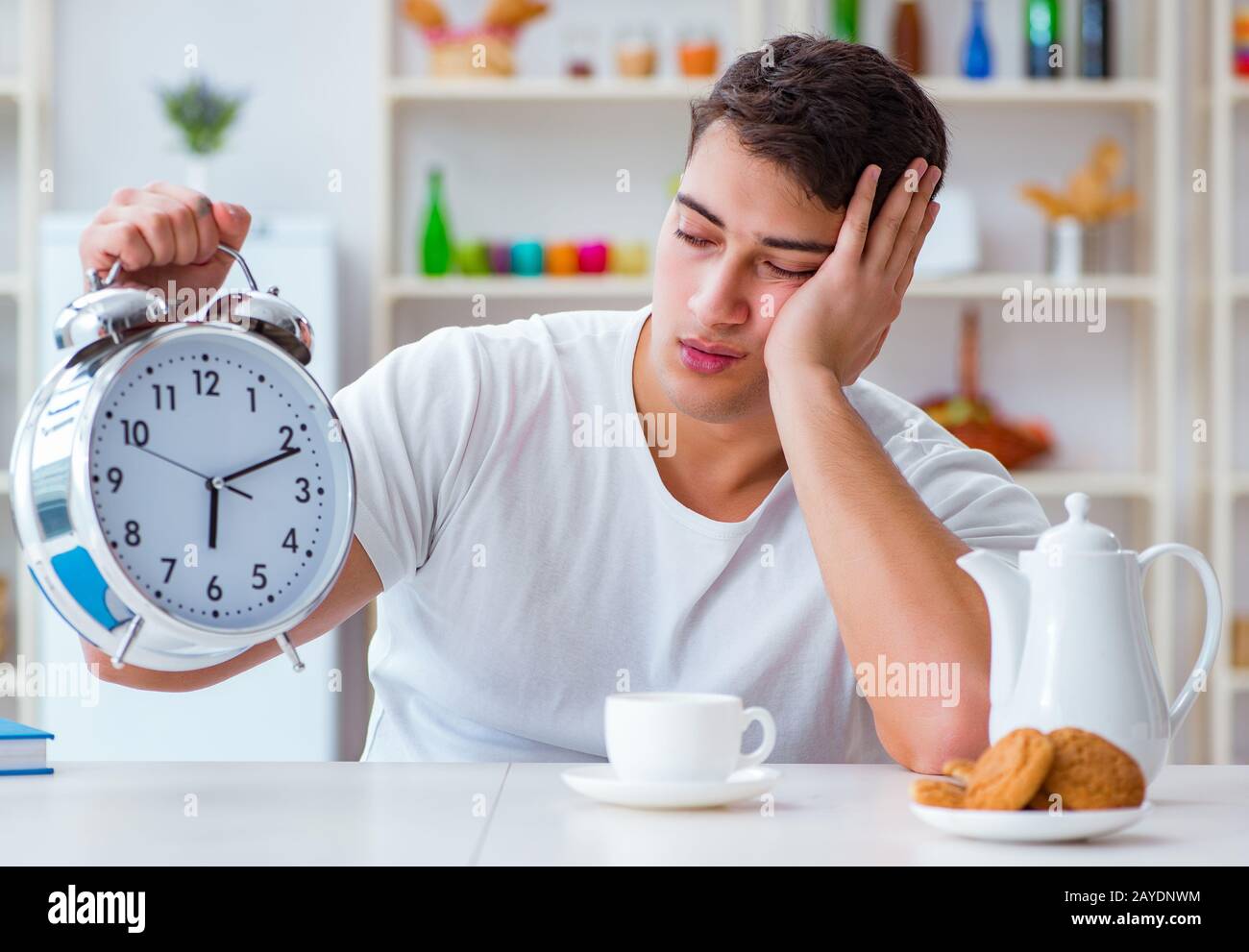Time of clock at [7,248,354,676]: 6:11
